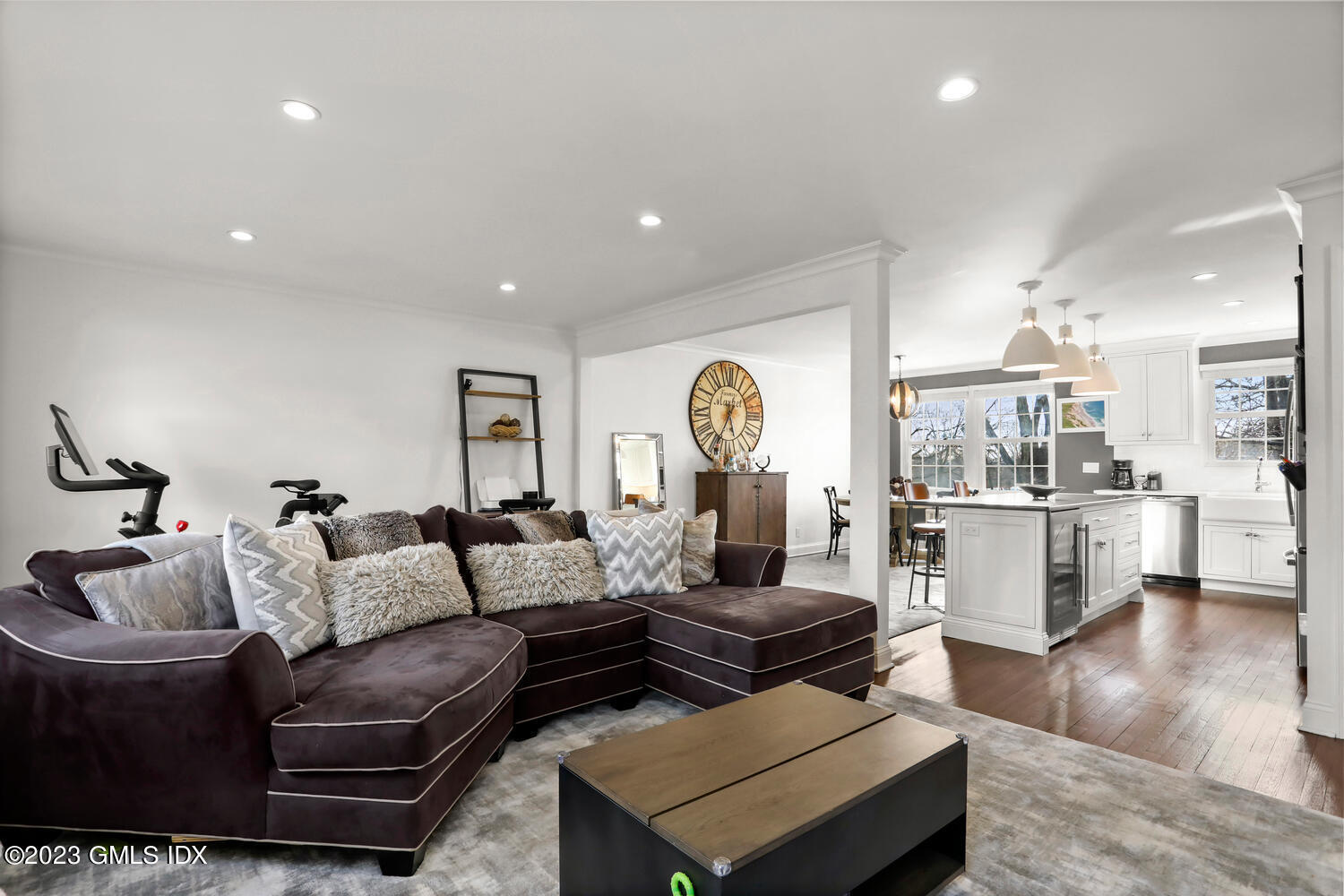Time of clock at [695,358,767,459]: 5:34
